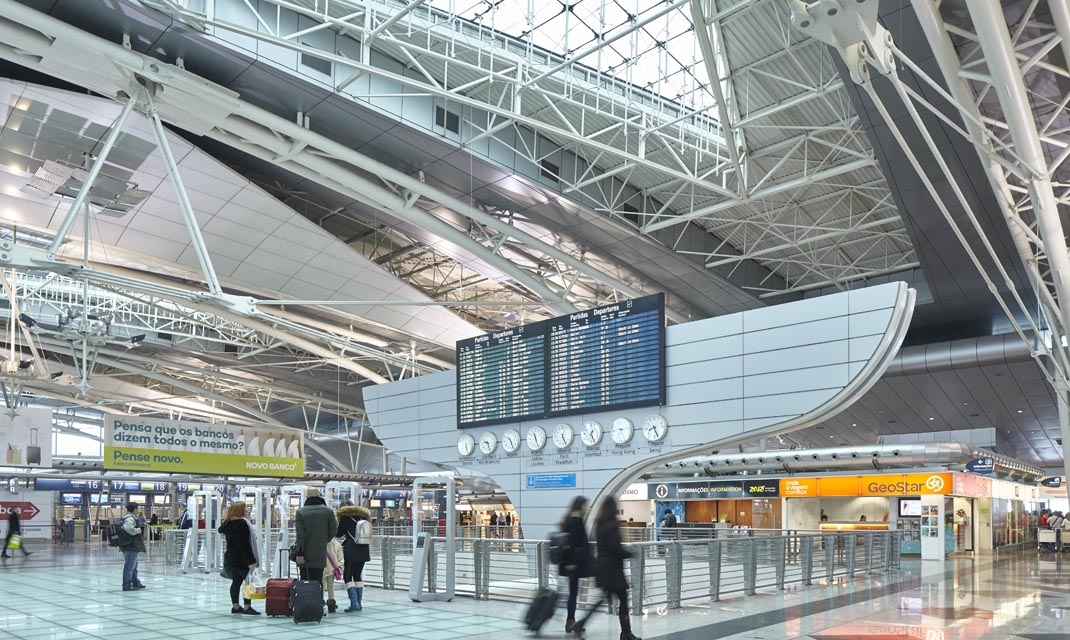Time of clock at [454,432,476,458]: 5:26
